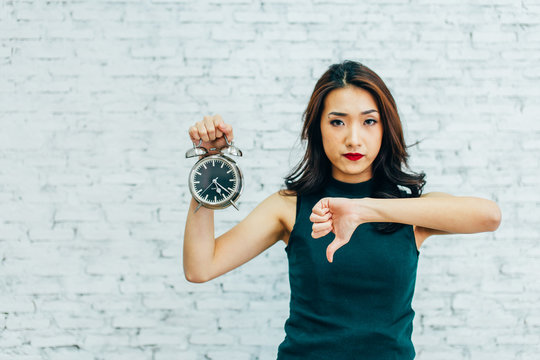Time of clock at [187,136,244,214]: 5:22
